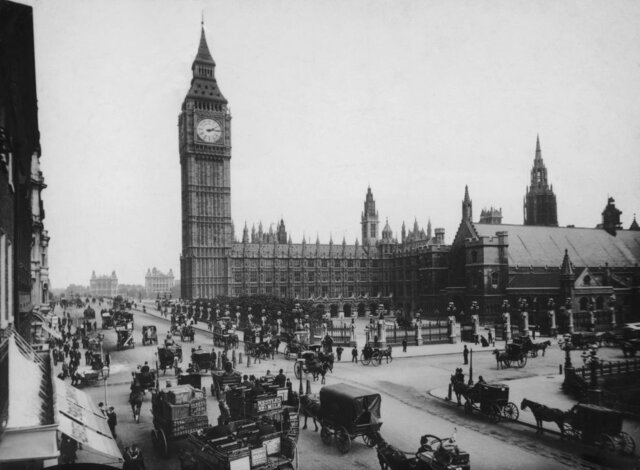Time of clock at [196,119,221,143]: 2:14
